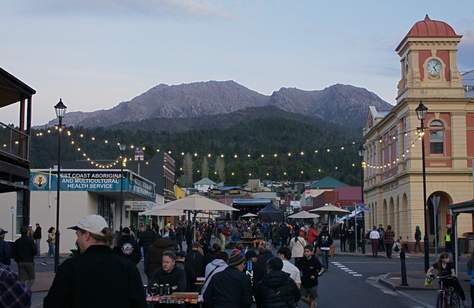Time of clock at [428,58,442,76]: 5:06
